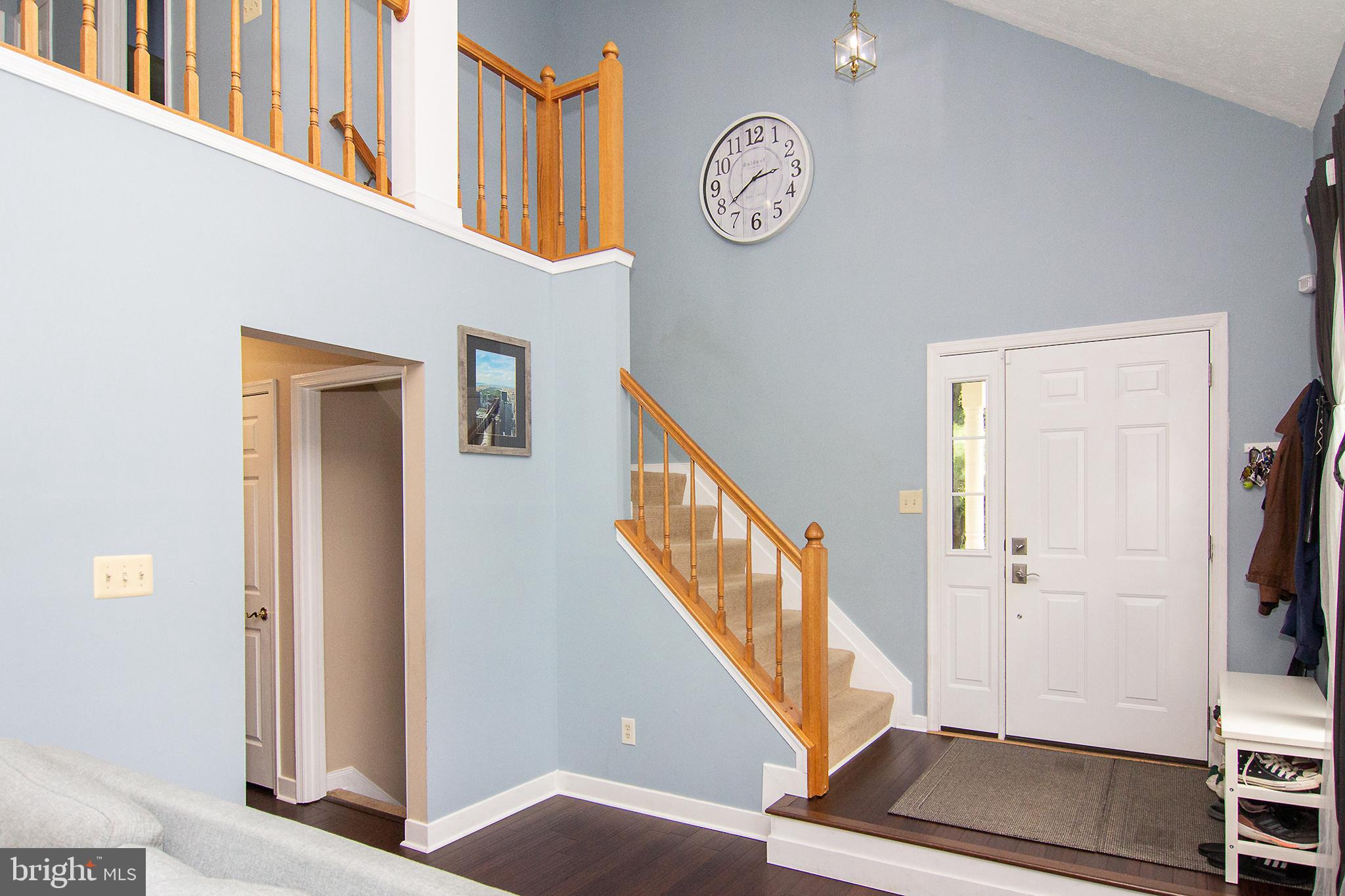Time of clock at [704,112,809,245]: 2:39
